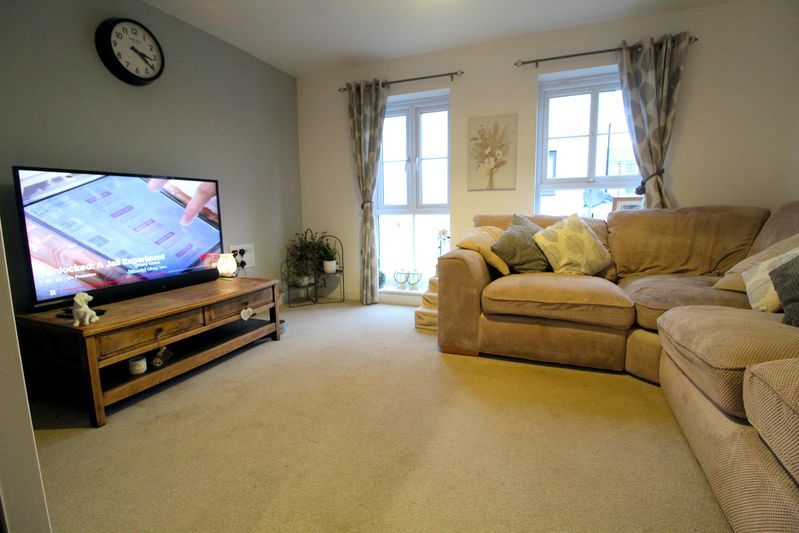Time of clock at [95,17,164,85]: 3:21
